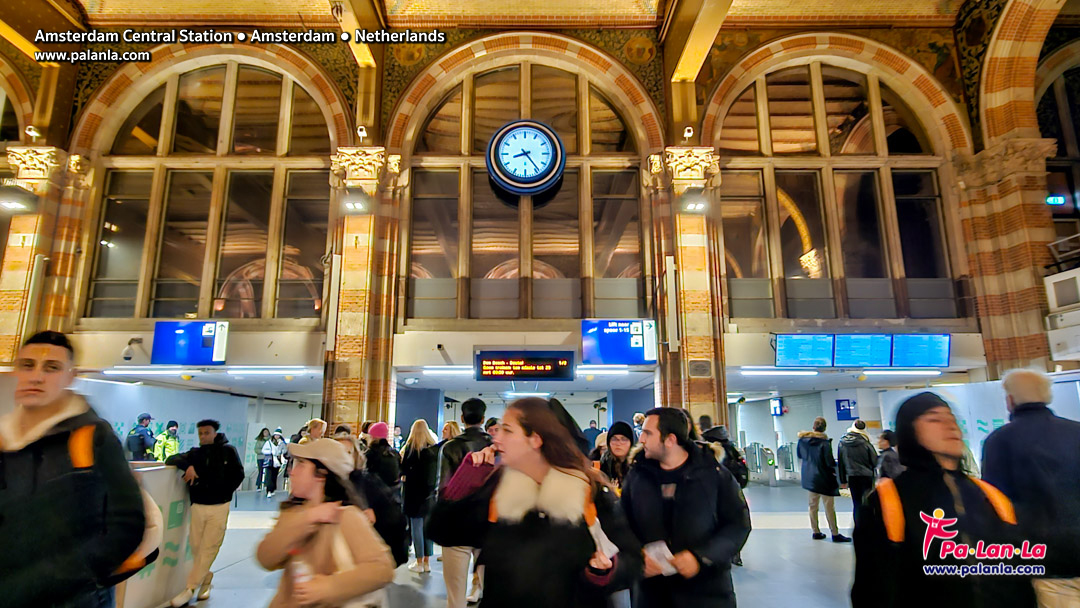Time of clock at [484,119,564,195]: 8:23
